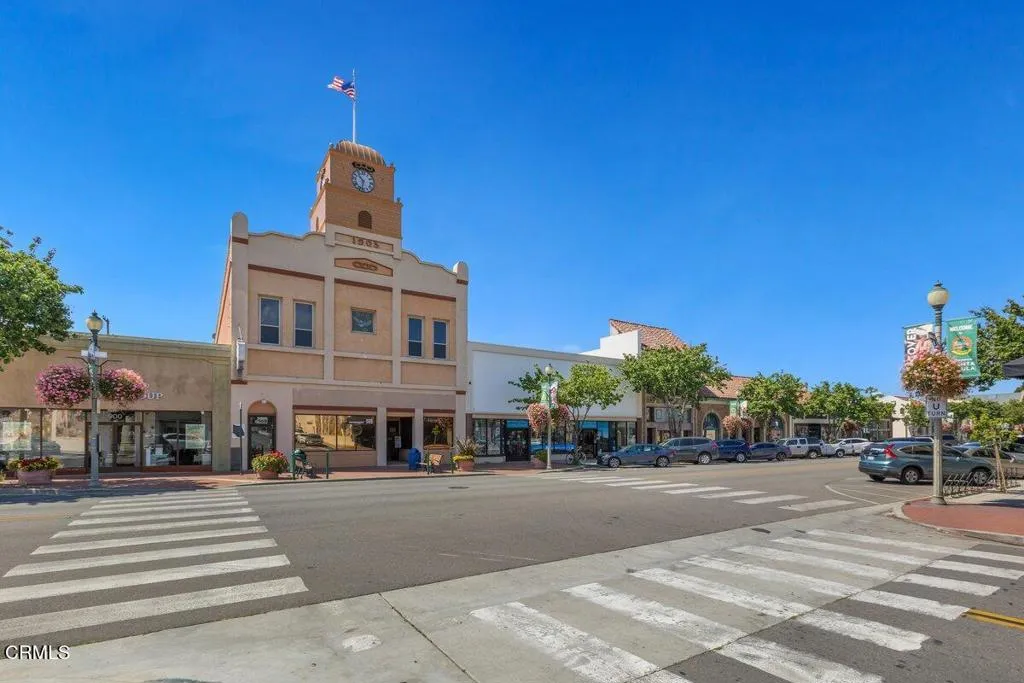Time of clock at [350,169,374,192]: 10:32
